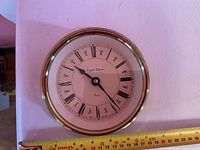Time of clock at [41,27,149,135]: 10:23
